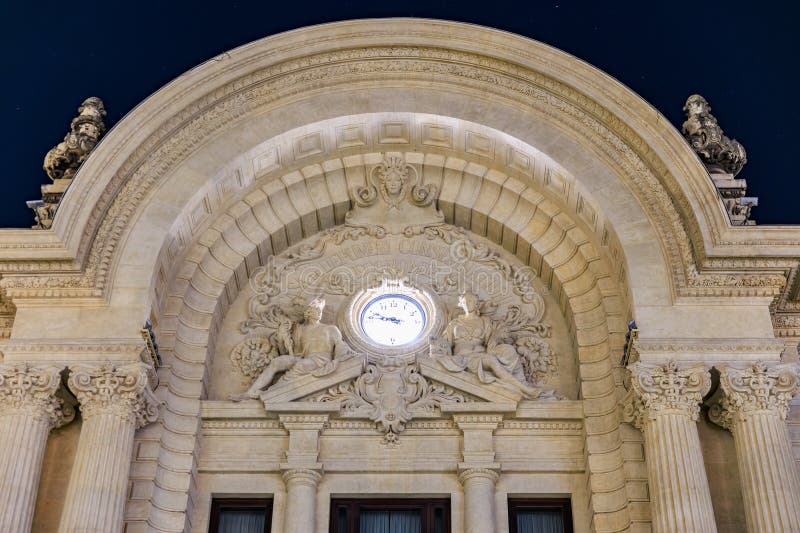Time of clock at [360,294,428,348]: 8:48
